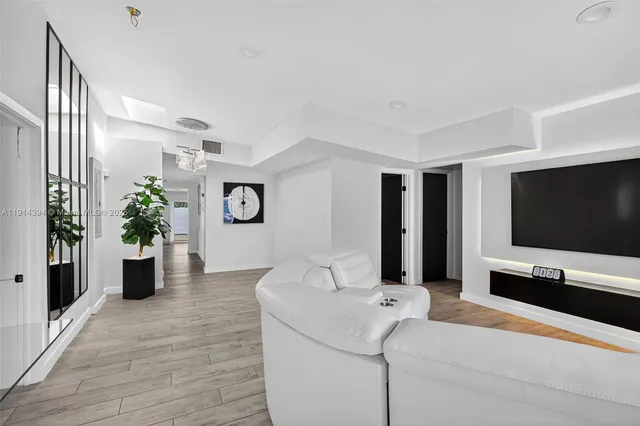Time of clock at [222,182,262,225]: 6:00
